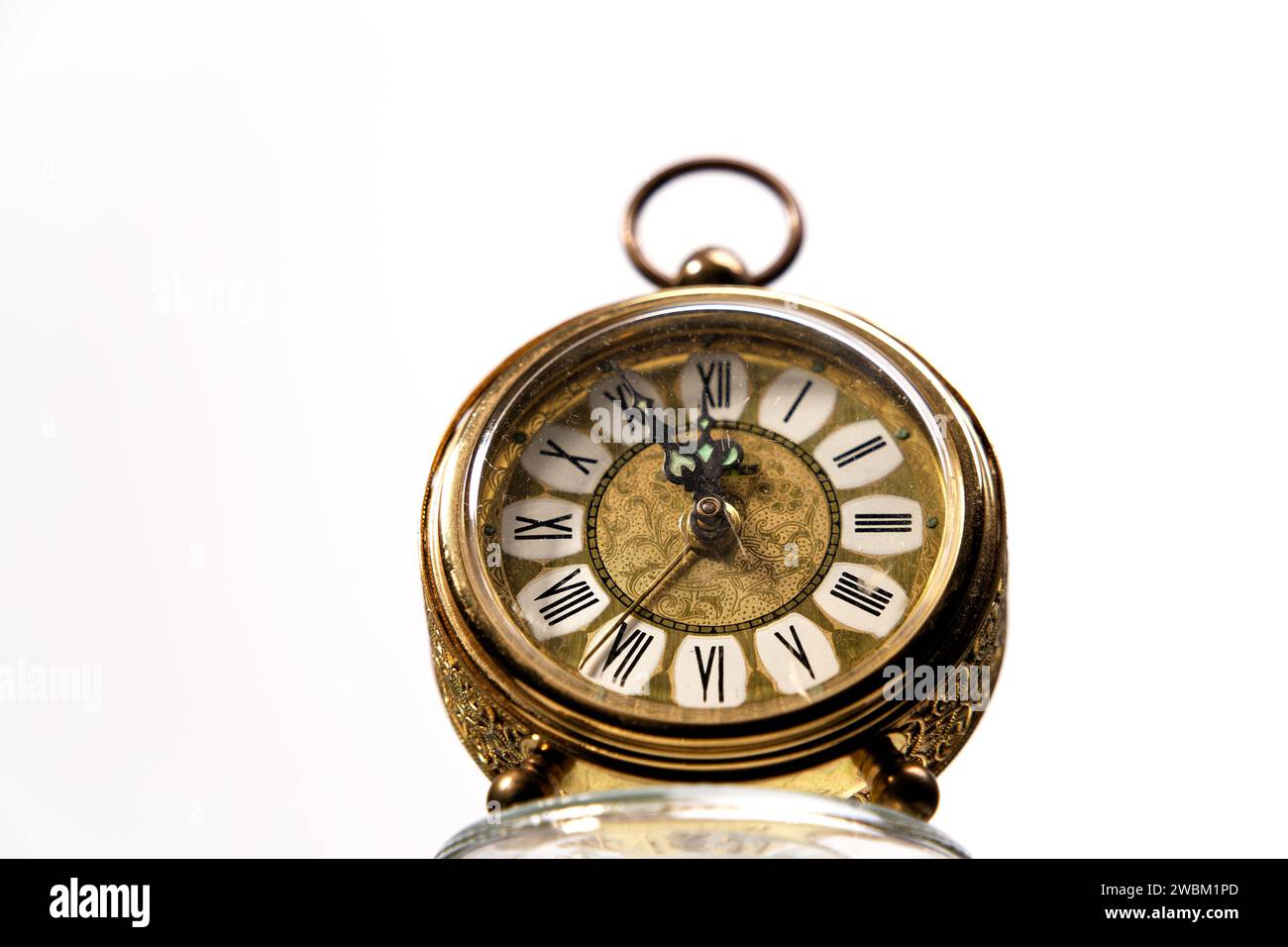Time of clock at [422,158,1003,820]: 11:35
